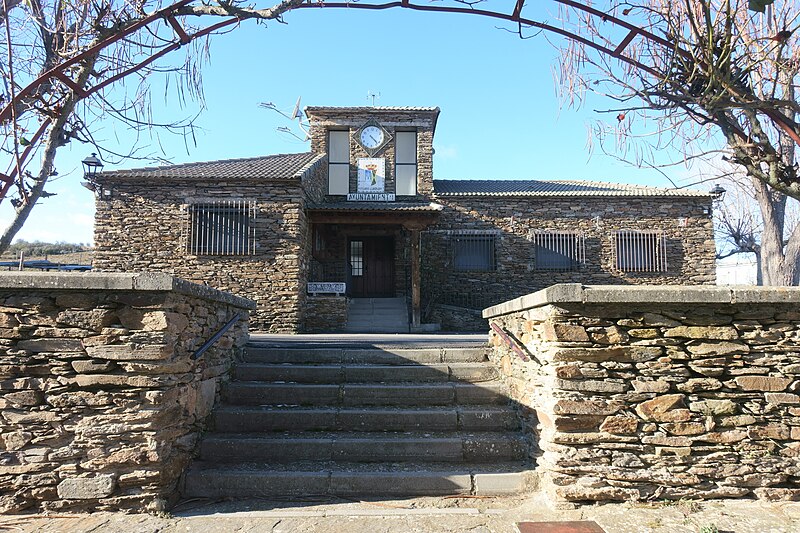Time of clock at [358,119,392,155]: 4:22
